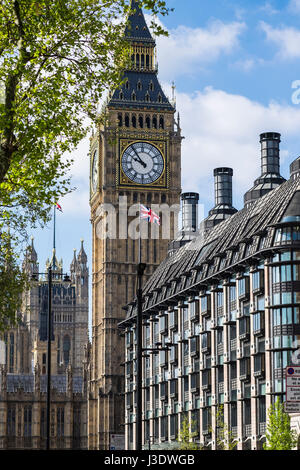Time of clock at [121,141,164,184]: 9:53
